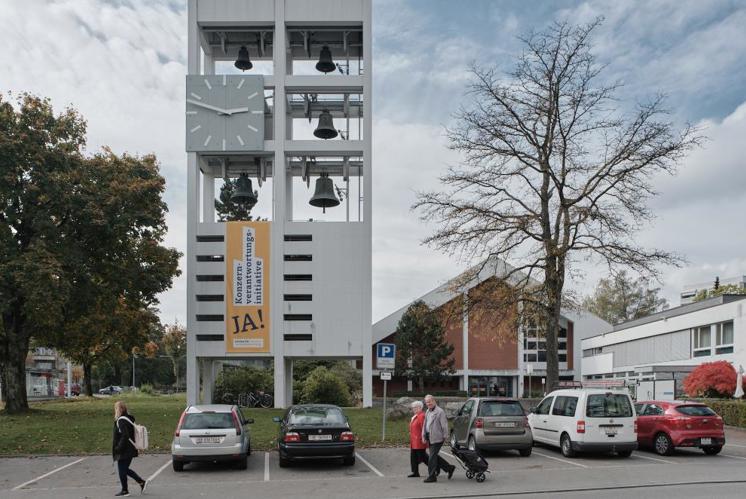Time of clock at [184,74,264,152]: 2:48
